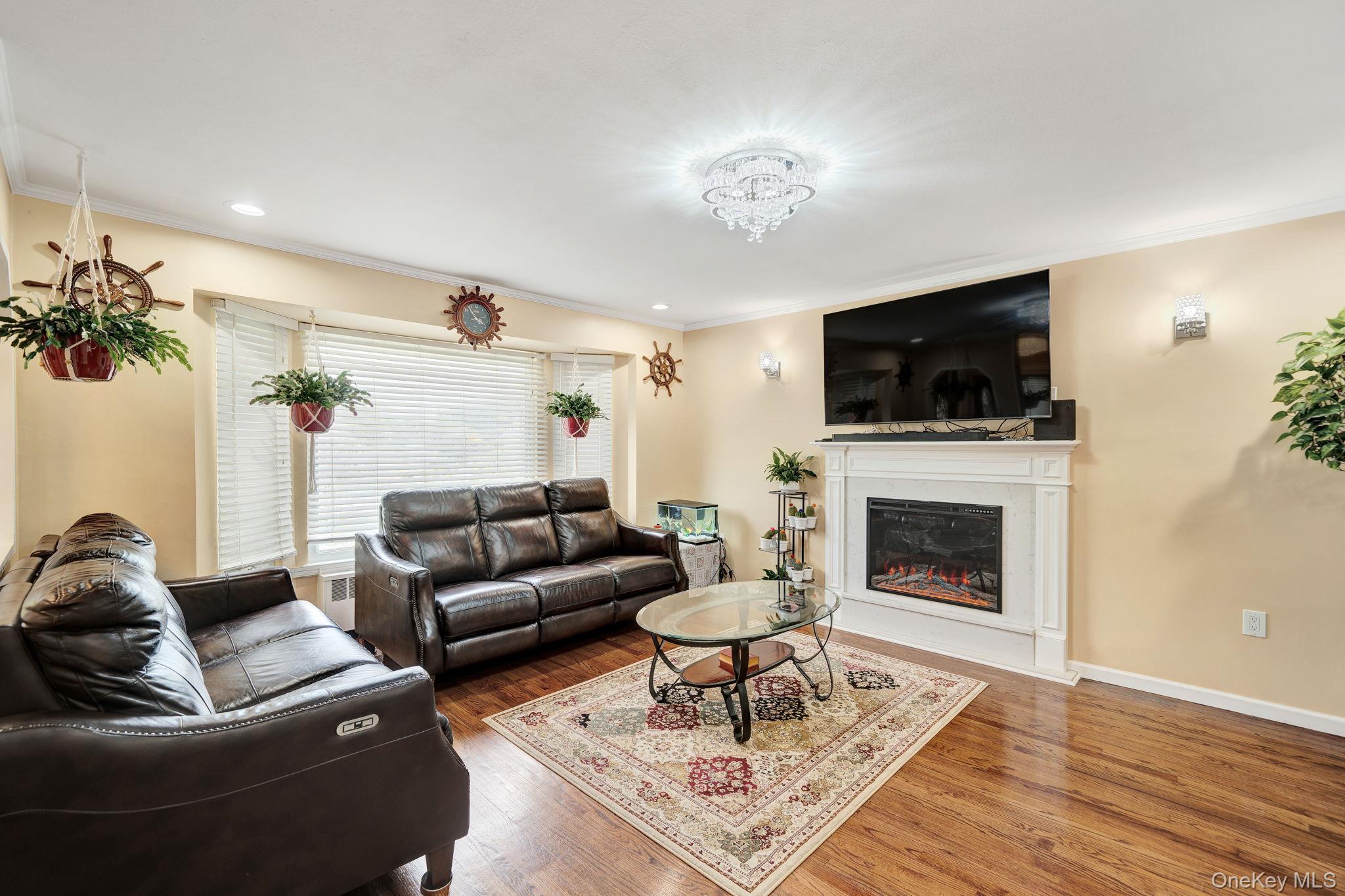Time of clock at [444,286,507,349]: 3:53
